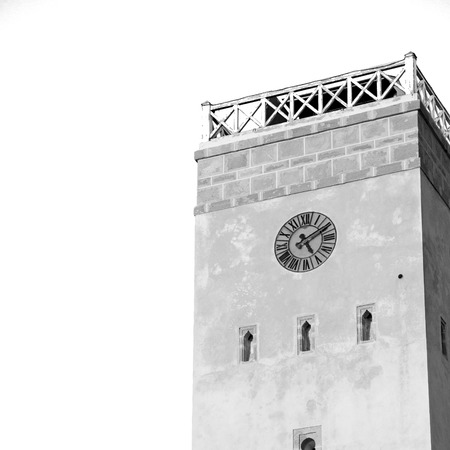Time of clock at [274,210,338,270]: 5:09
